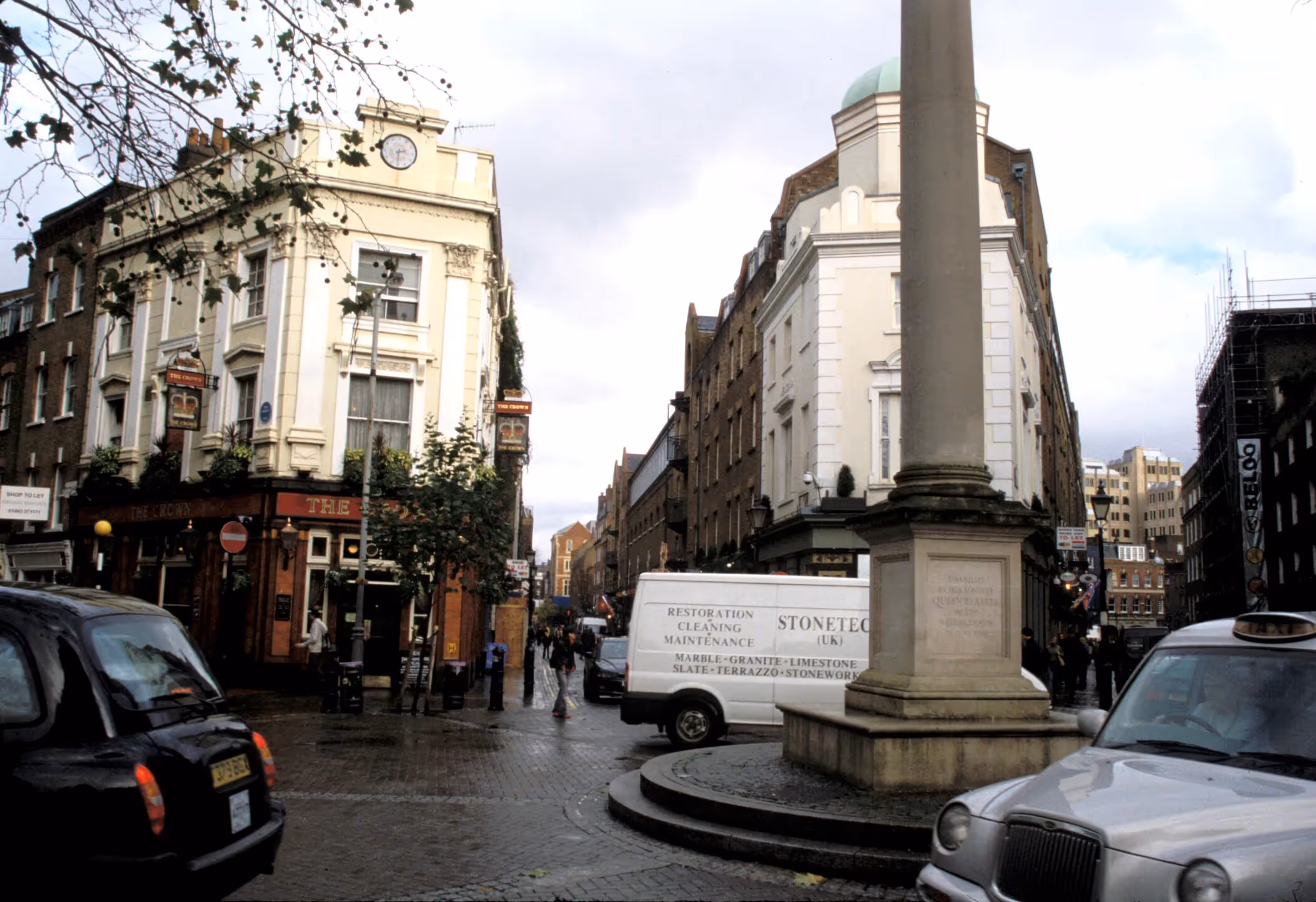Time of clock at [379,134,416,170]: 2:30
